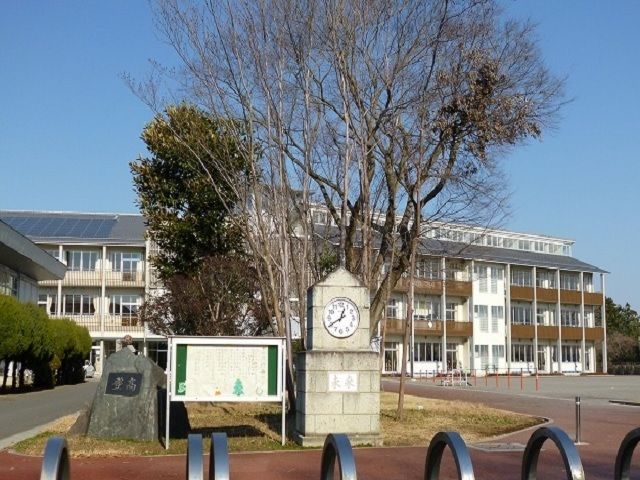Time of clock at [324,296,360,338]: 12:40
